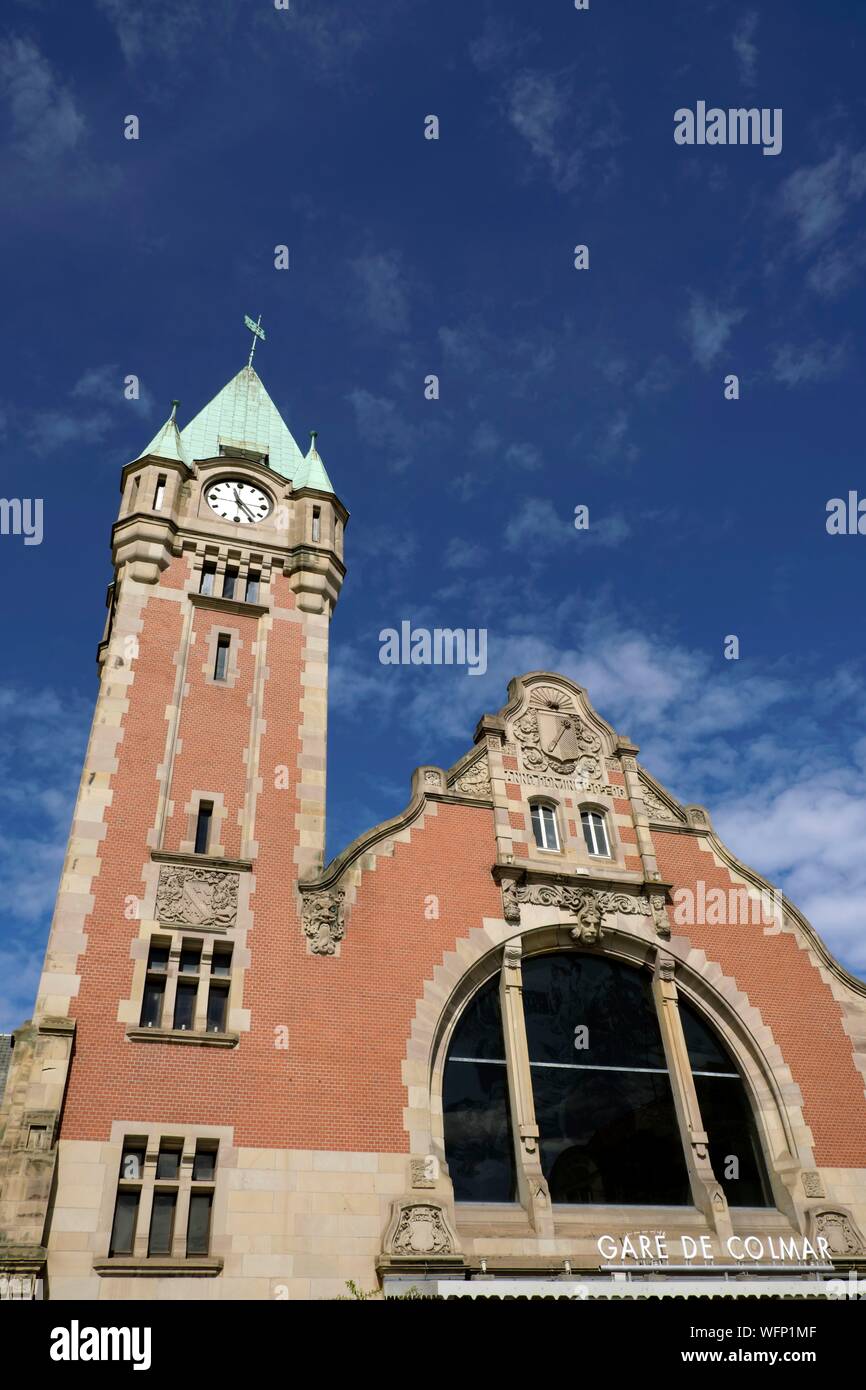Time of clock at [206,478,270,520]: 11:23
